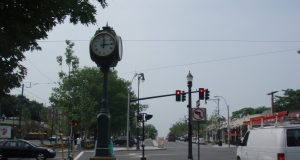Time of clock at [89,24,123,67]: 12:14
